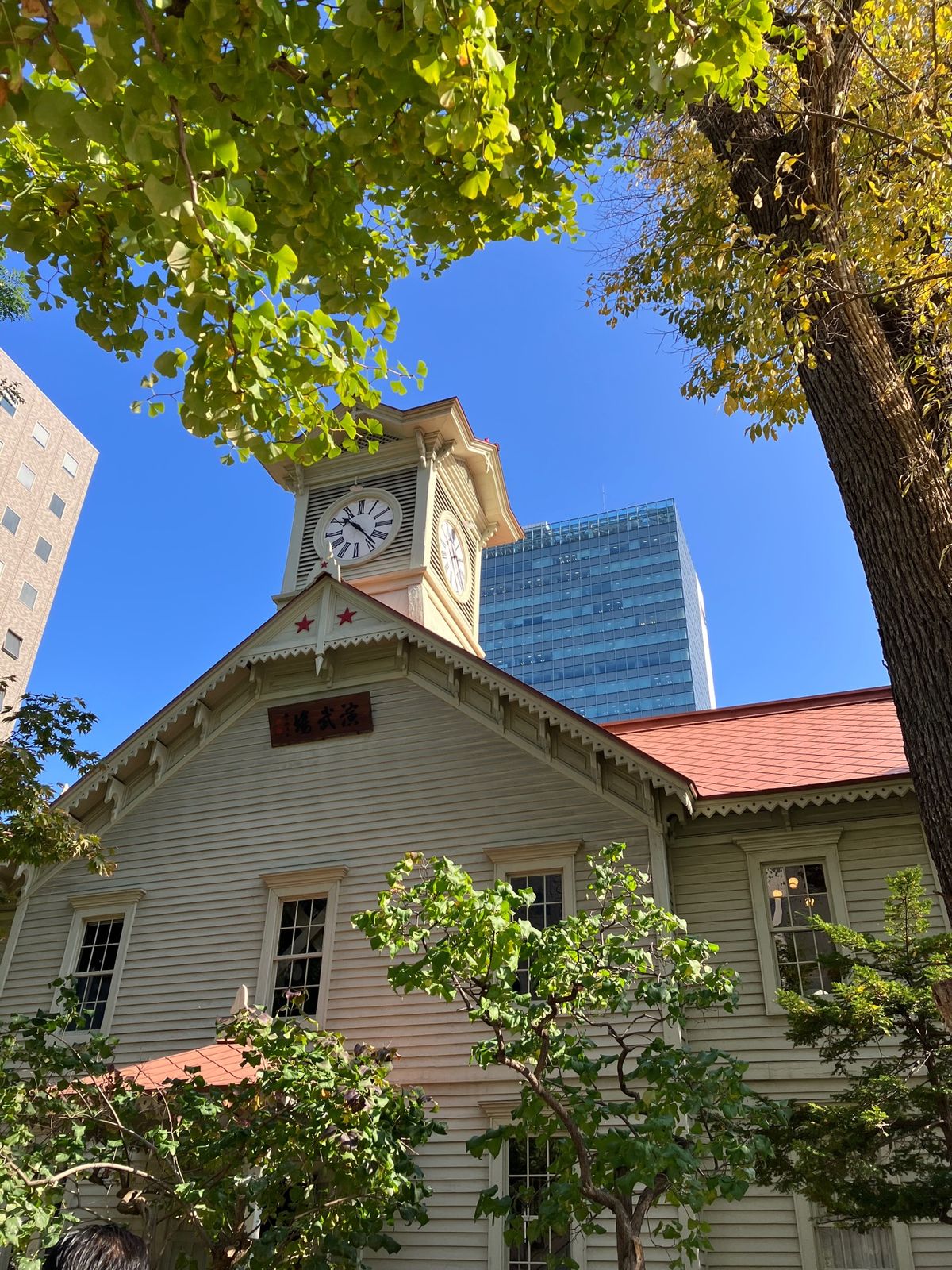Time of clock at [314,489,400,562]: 10:23
